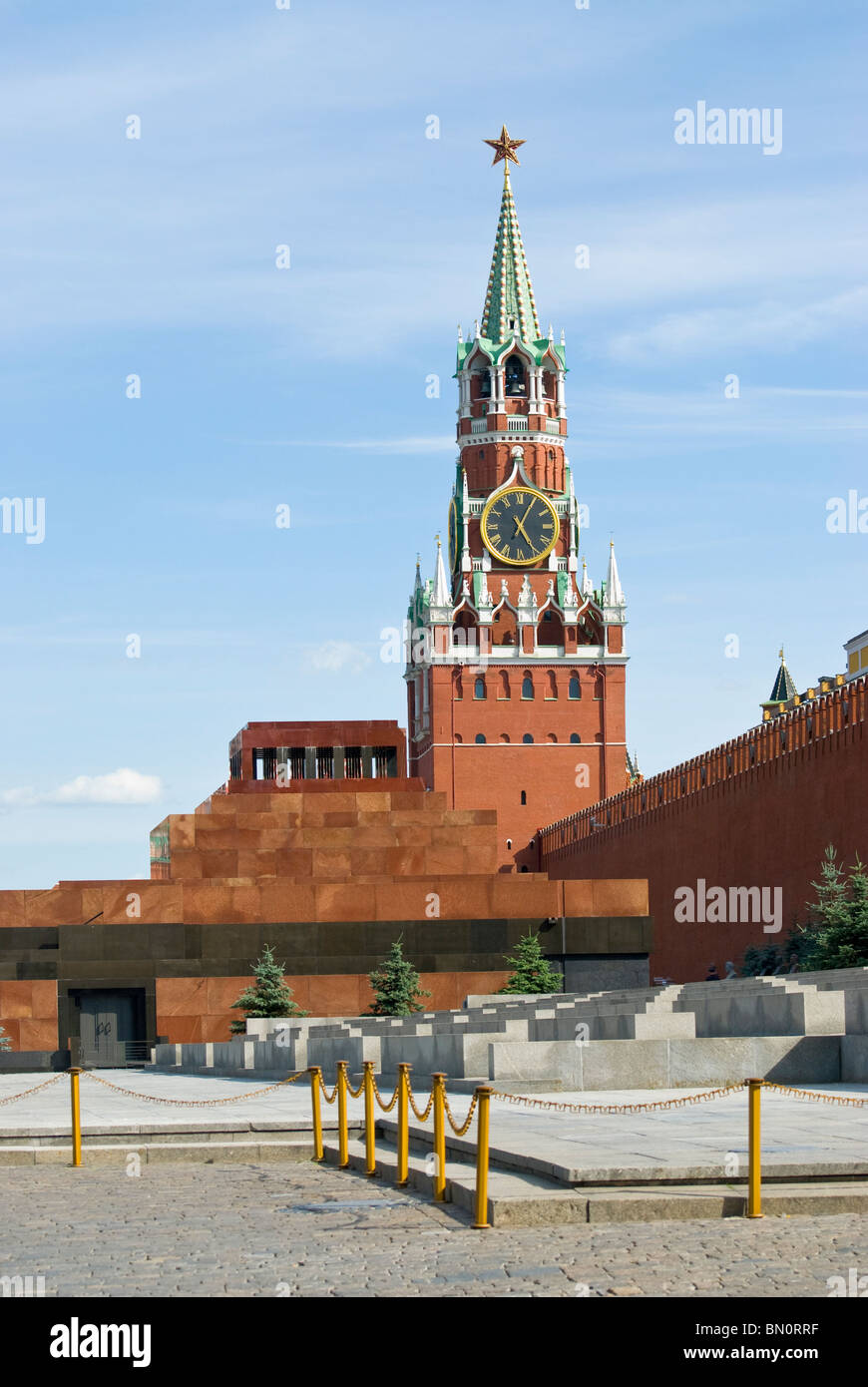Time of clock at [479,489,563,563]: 5:04
